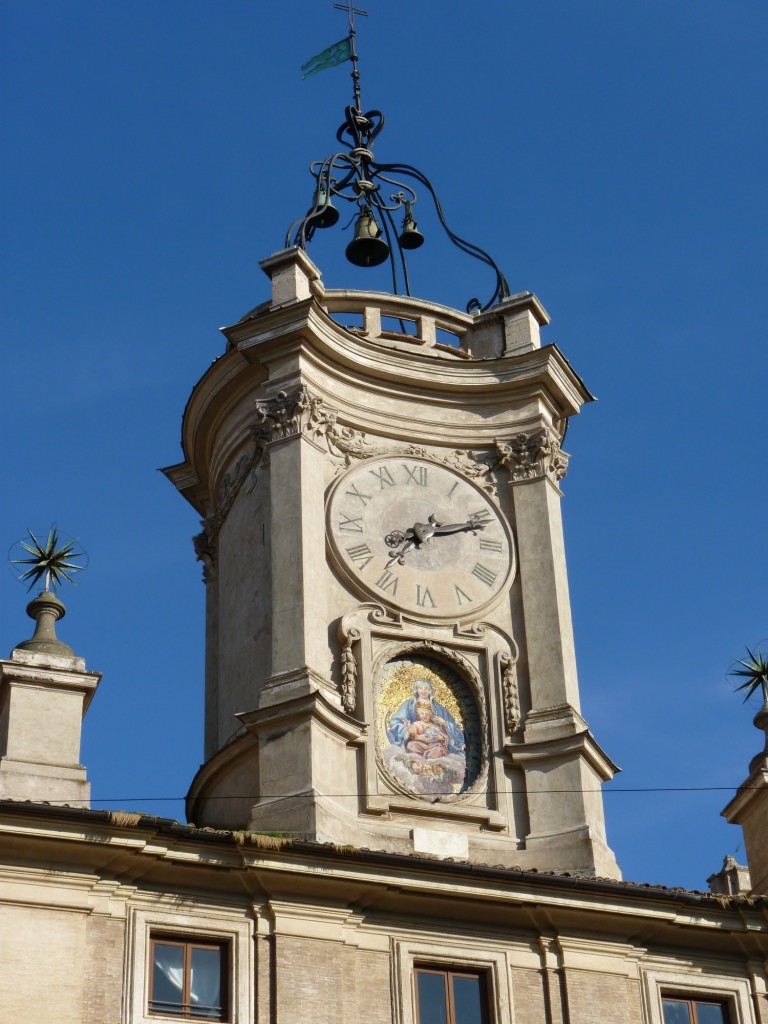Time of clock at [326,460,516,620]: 7:11
